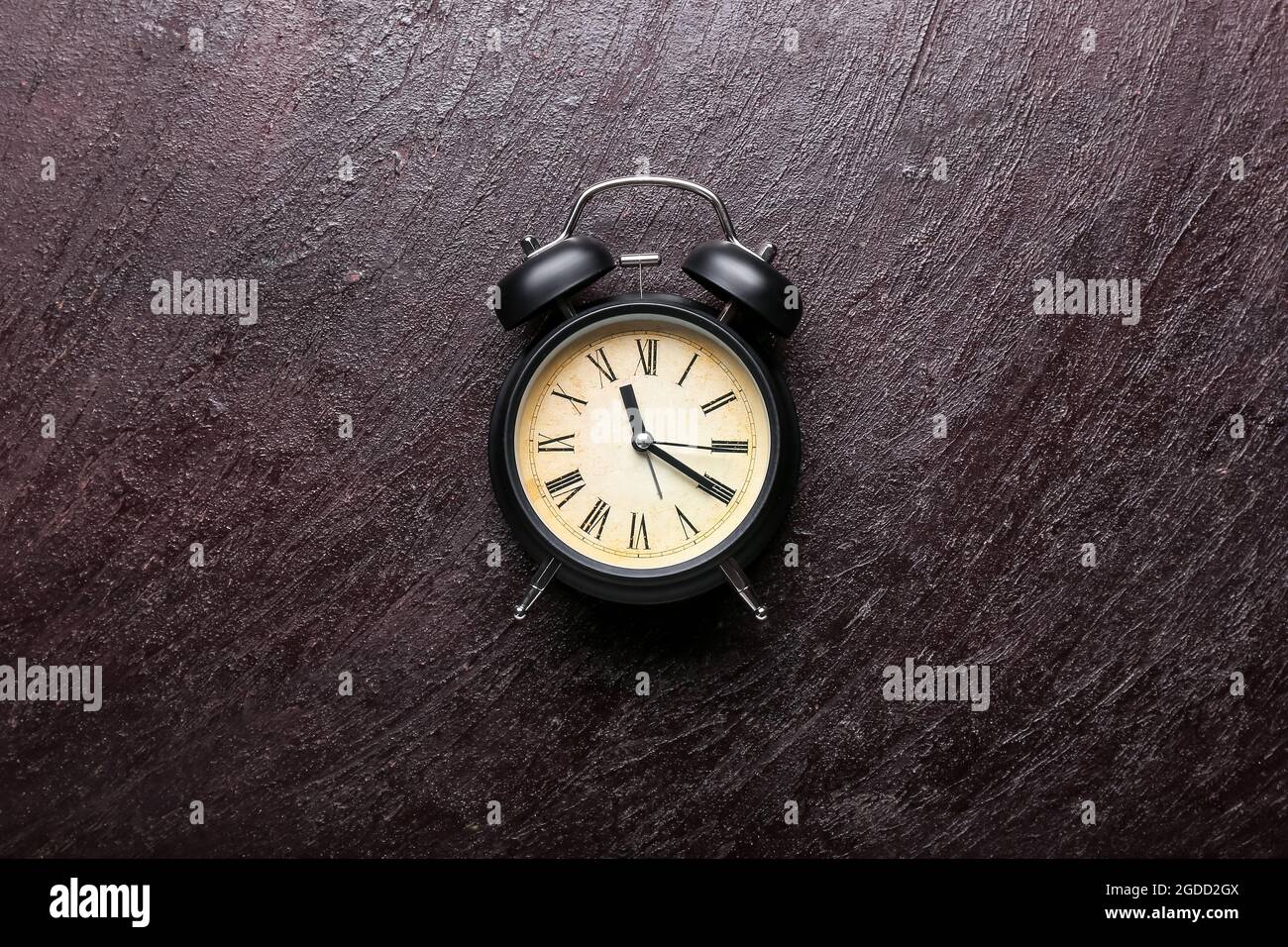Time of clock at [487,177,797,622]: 11:19
